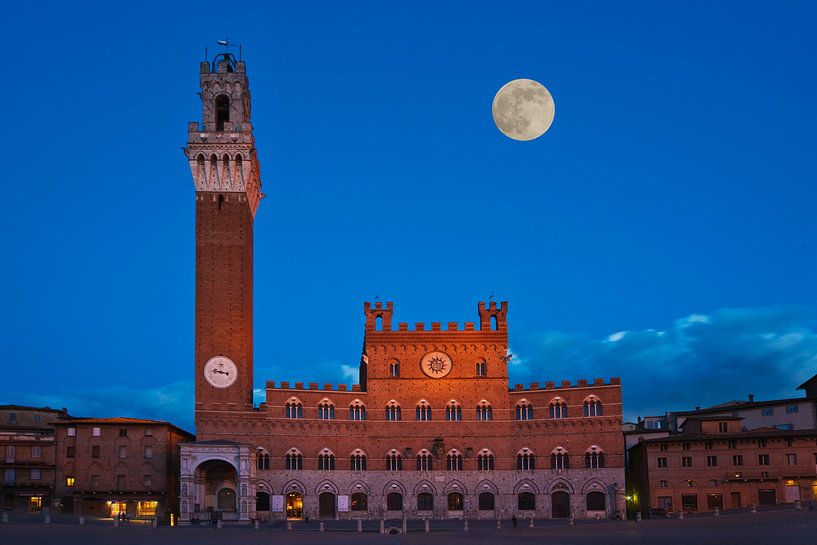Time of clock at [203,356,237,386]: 9:17
